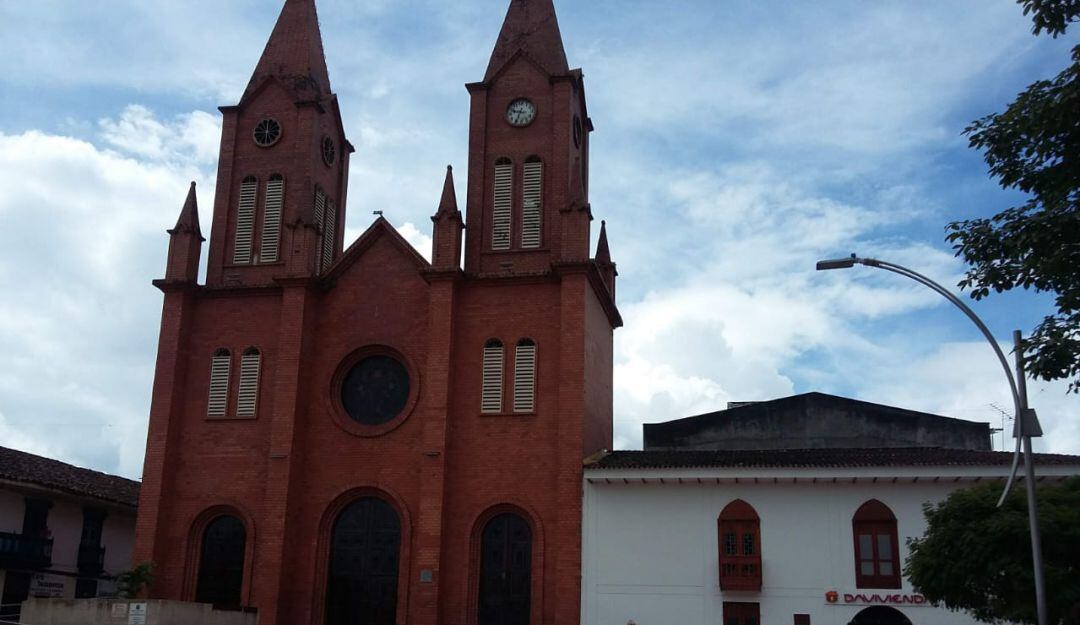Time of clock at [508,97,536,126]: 9:34
